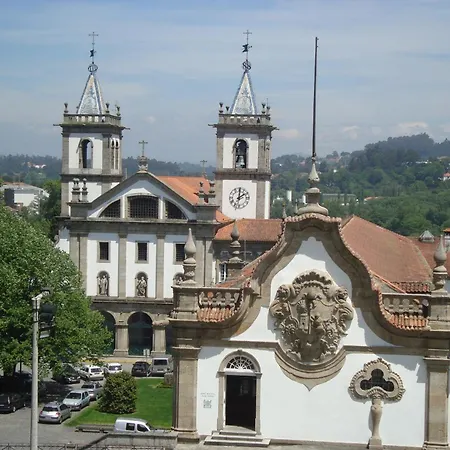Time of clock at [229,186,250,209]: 2:00
